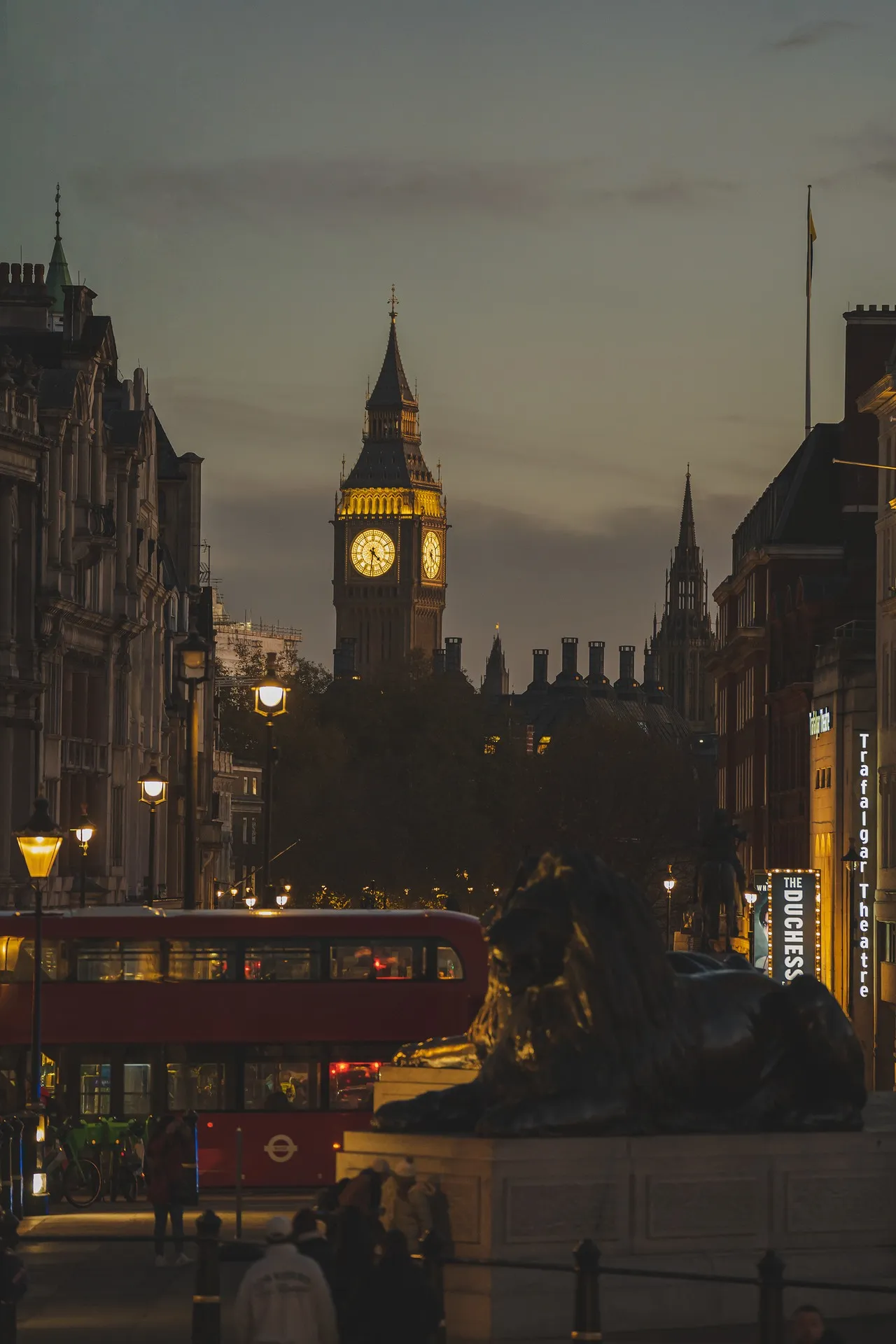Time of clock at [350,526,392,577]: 4:31
